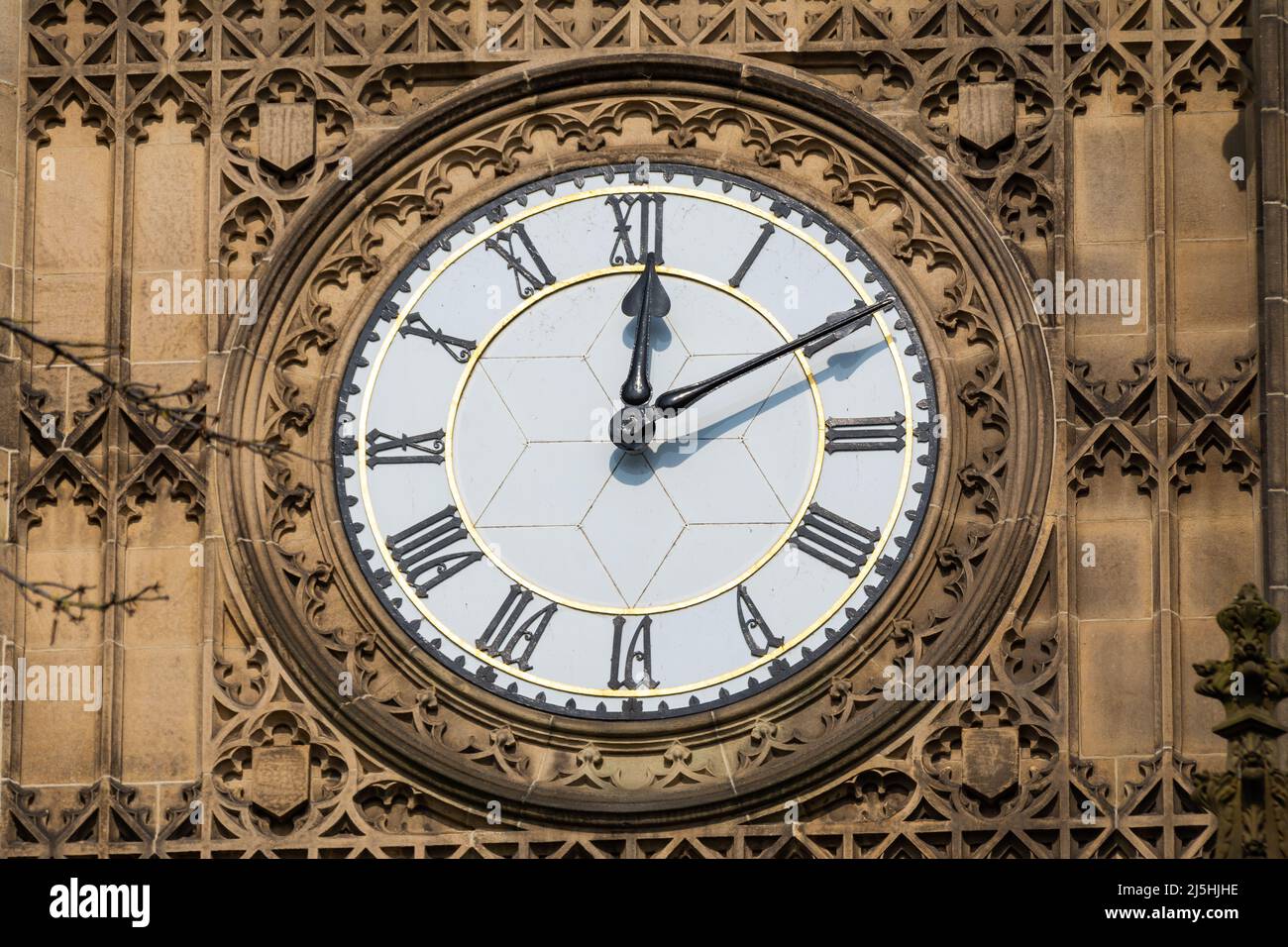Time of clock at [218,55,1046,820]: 12:09
